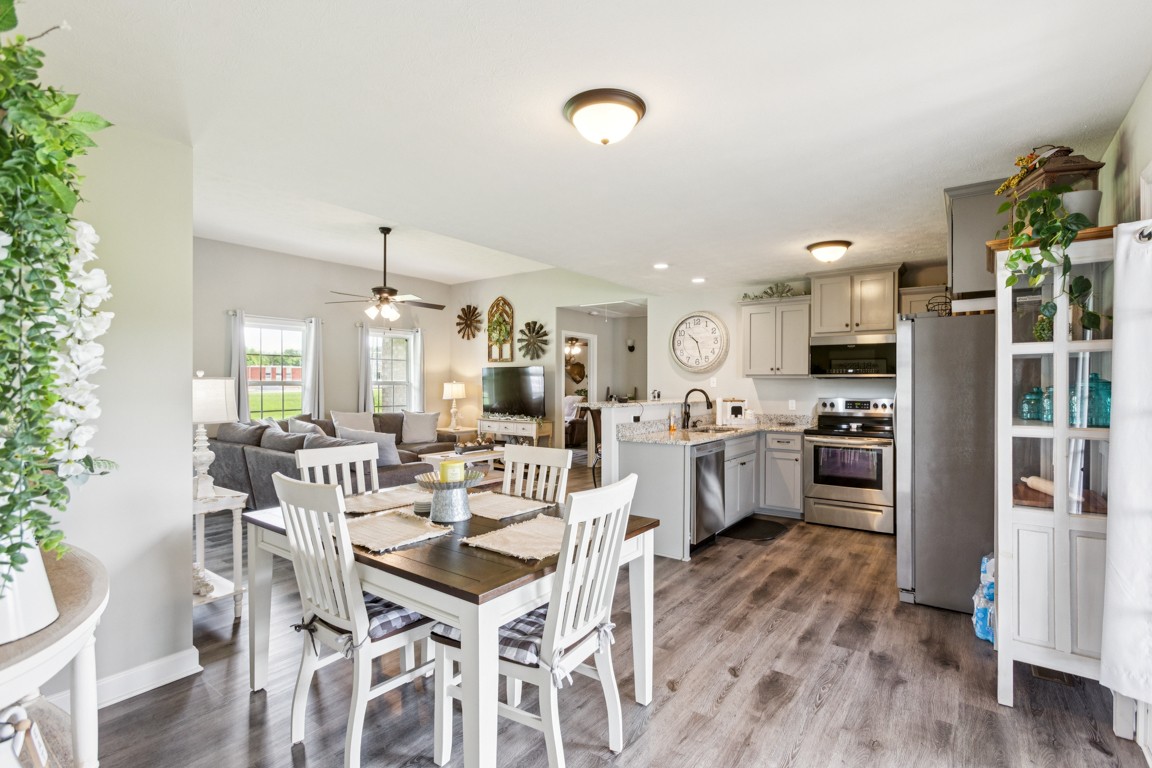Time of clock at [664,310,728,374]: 10:27
